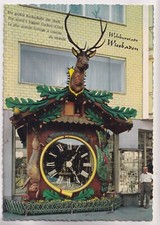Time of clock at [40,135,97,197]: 1:24
